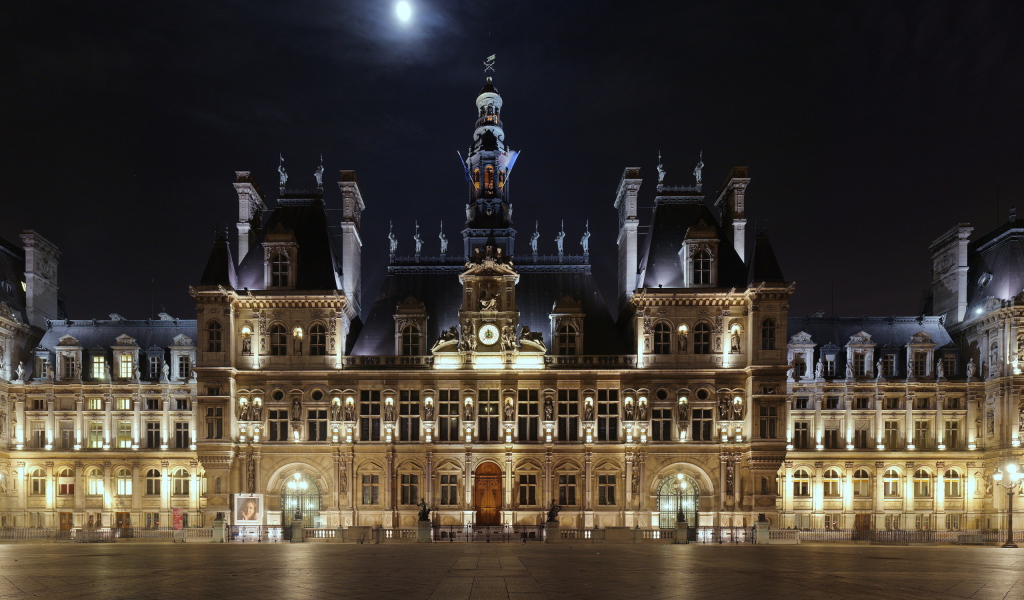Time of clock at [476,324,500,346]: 11:37
